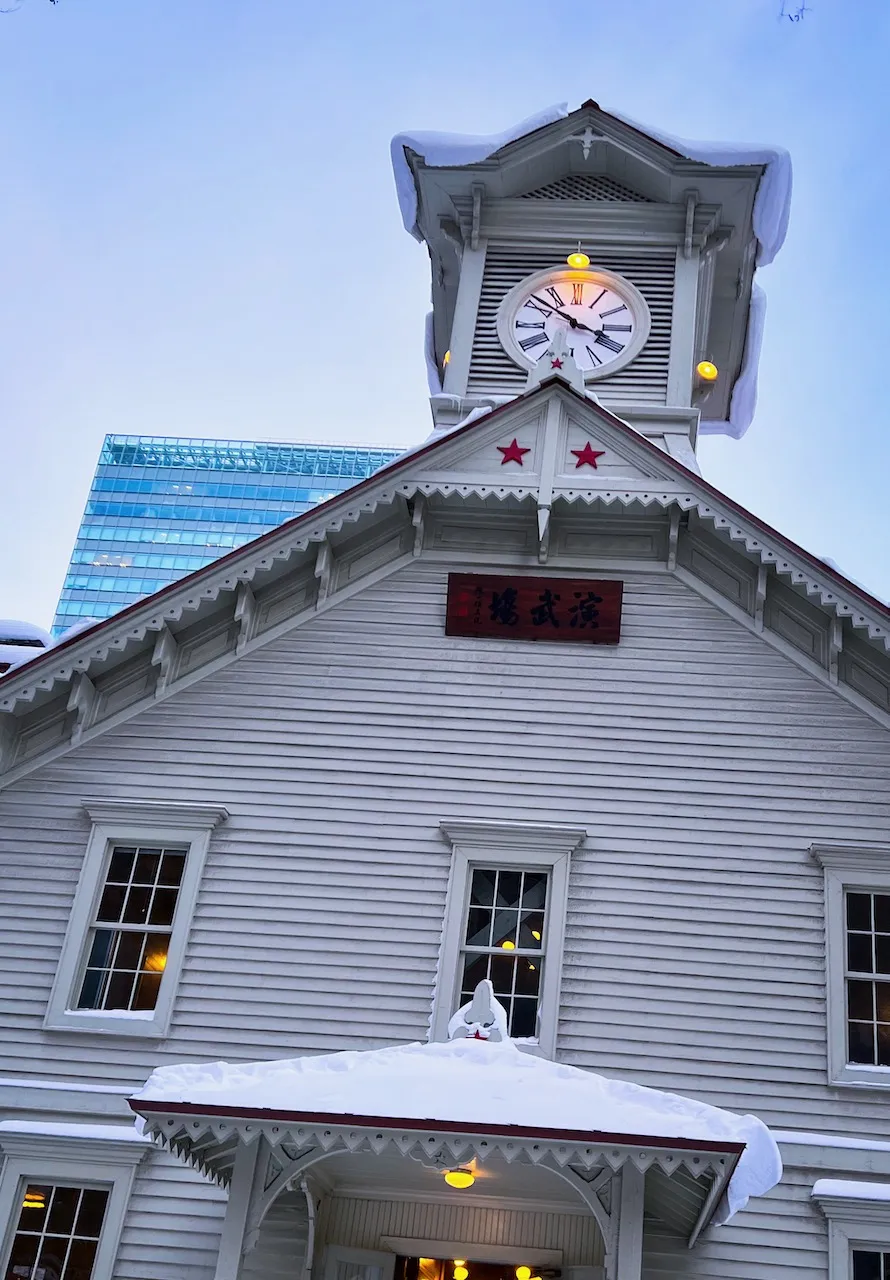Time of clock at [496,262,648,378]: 3:51
